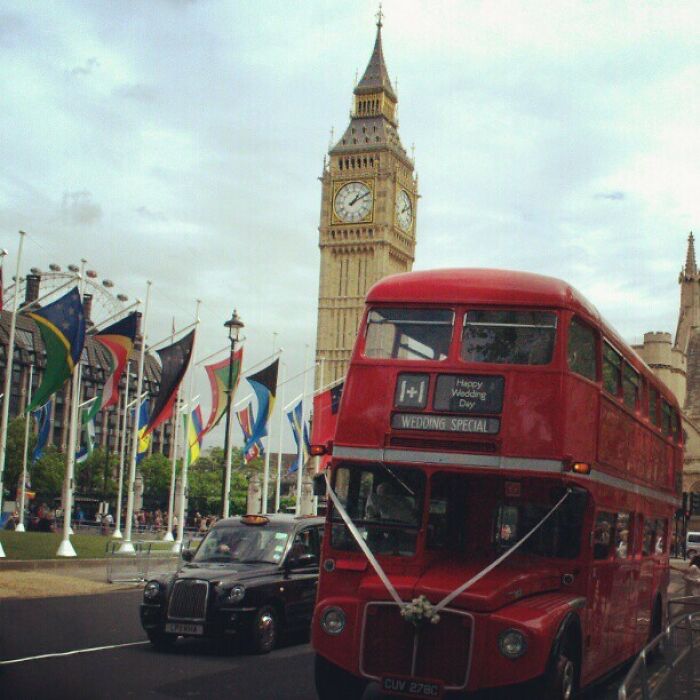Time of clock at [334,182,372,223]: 1:10
